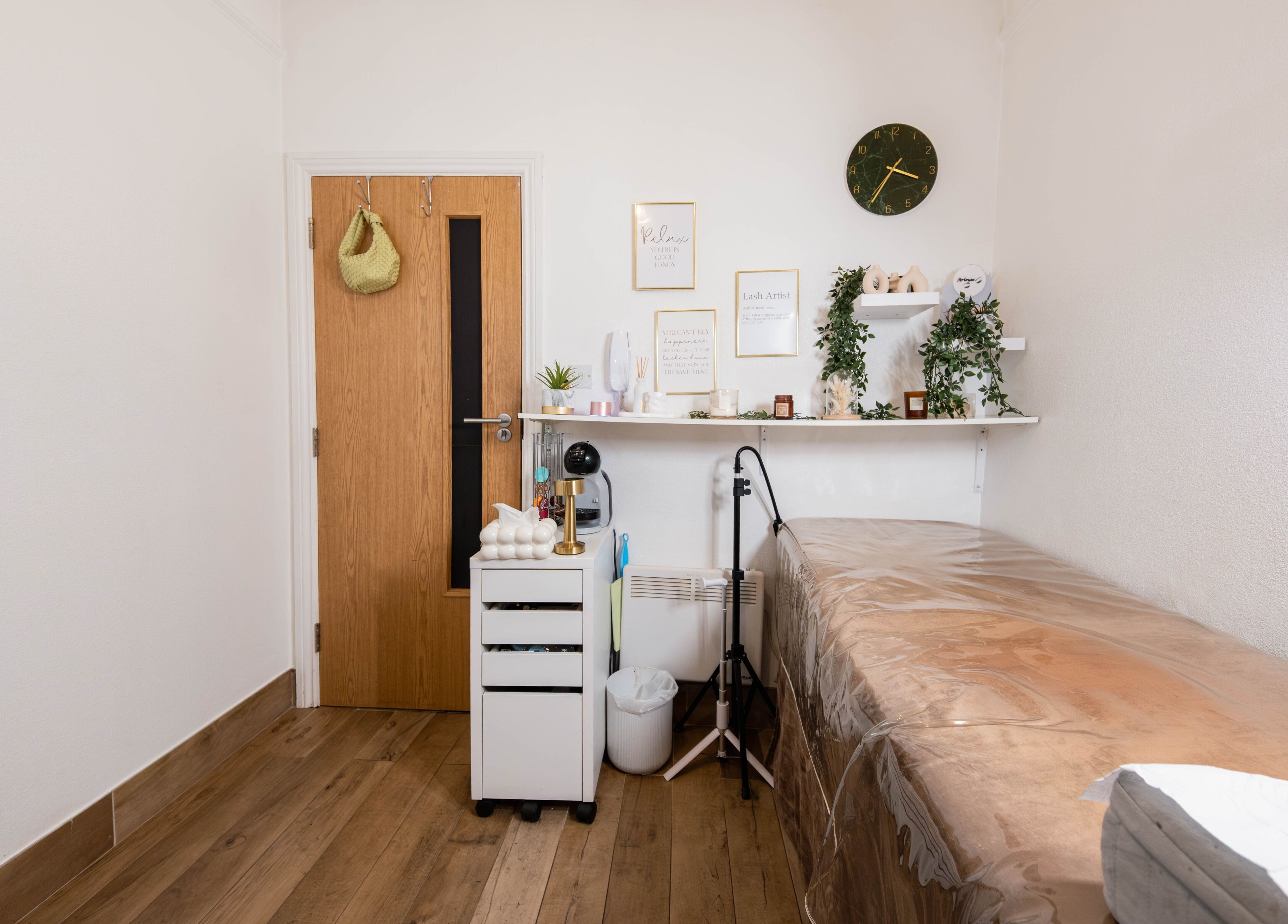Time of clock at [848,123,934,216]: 3:34
